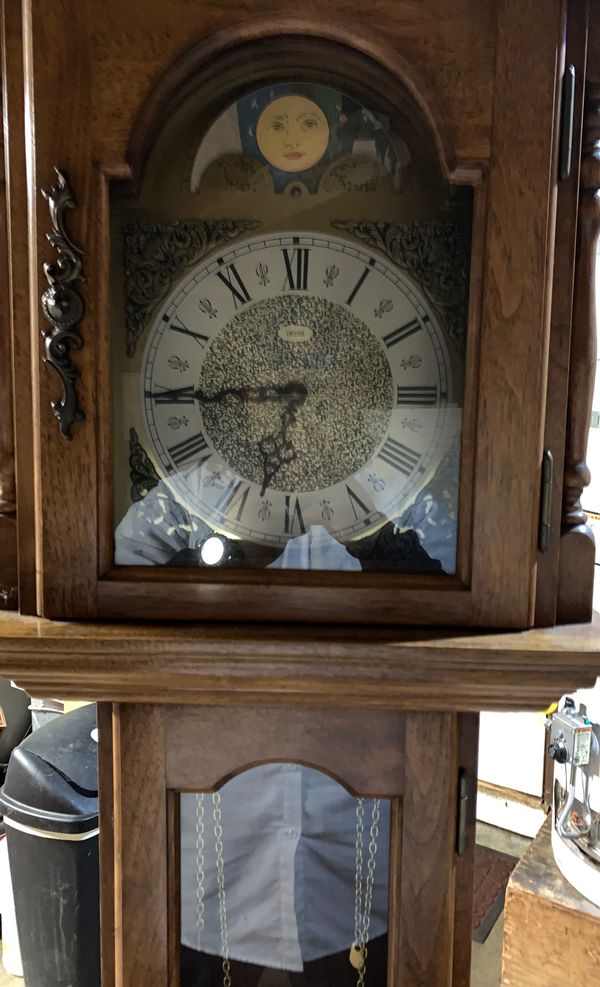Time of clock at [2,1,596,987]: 6:44
